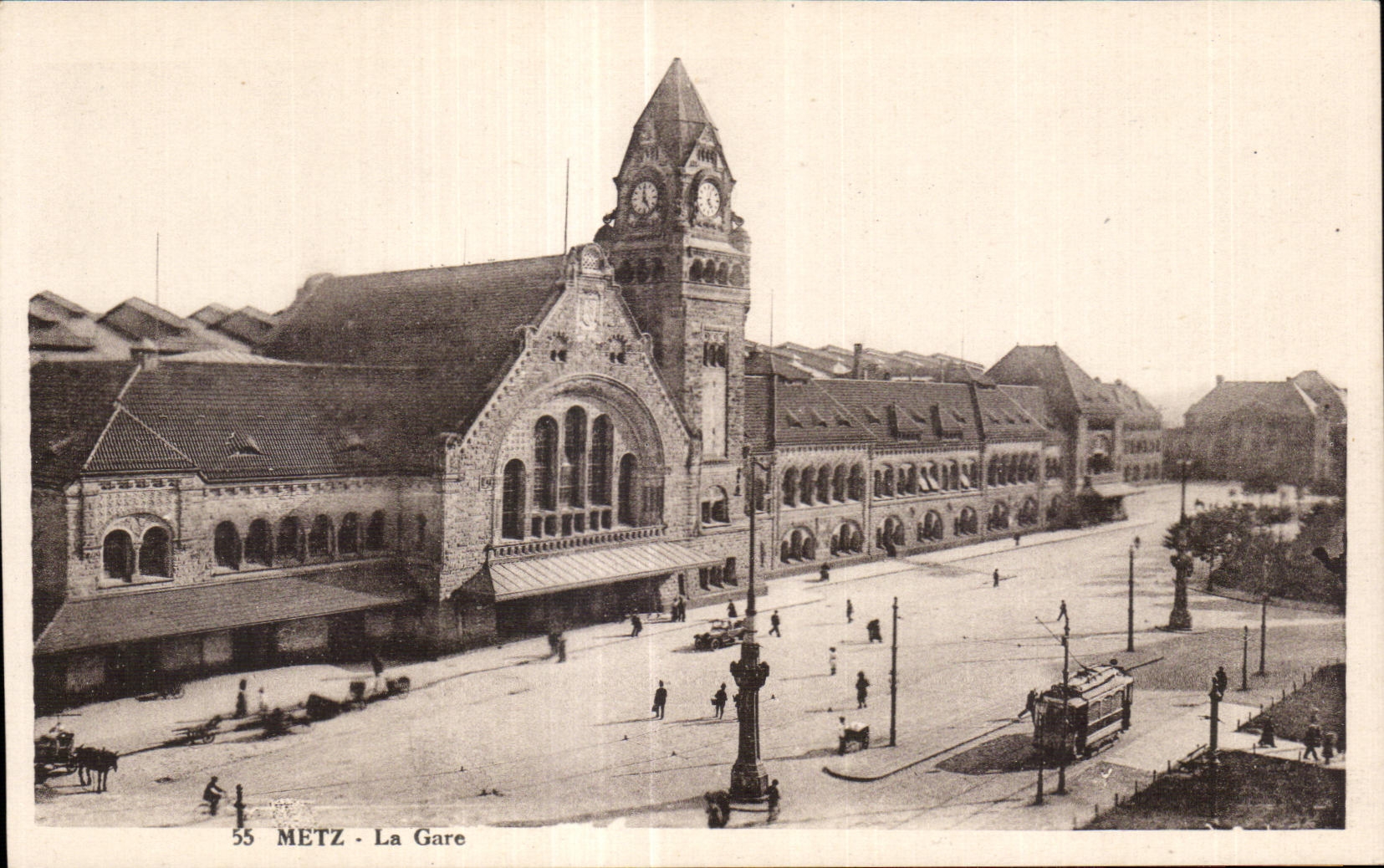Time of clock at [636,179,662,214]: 4:59
